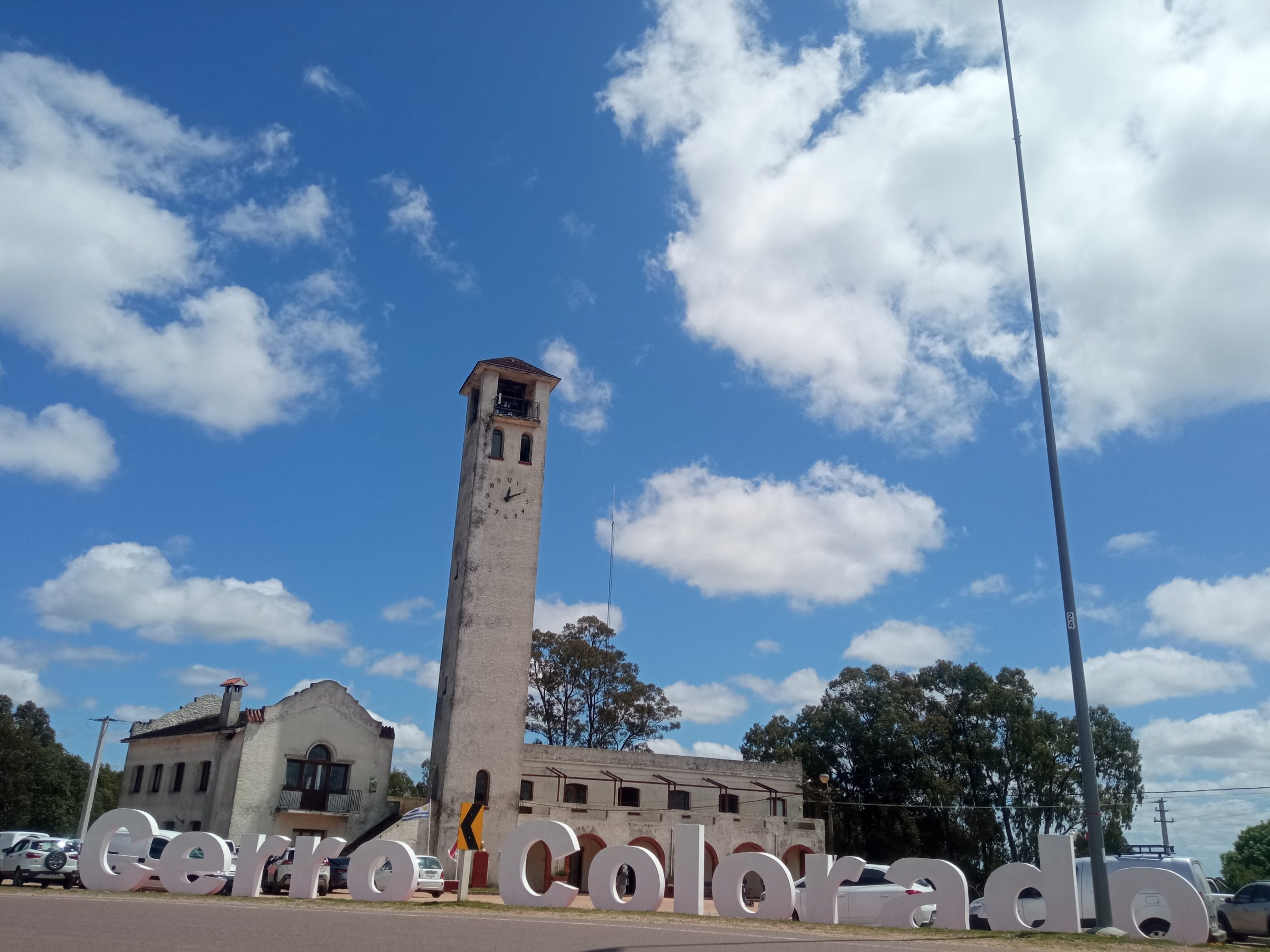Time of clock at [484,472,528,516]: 12:10
